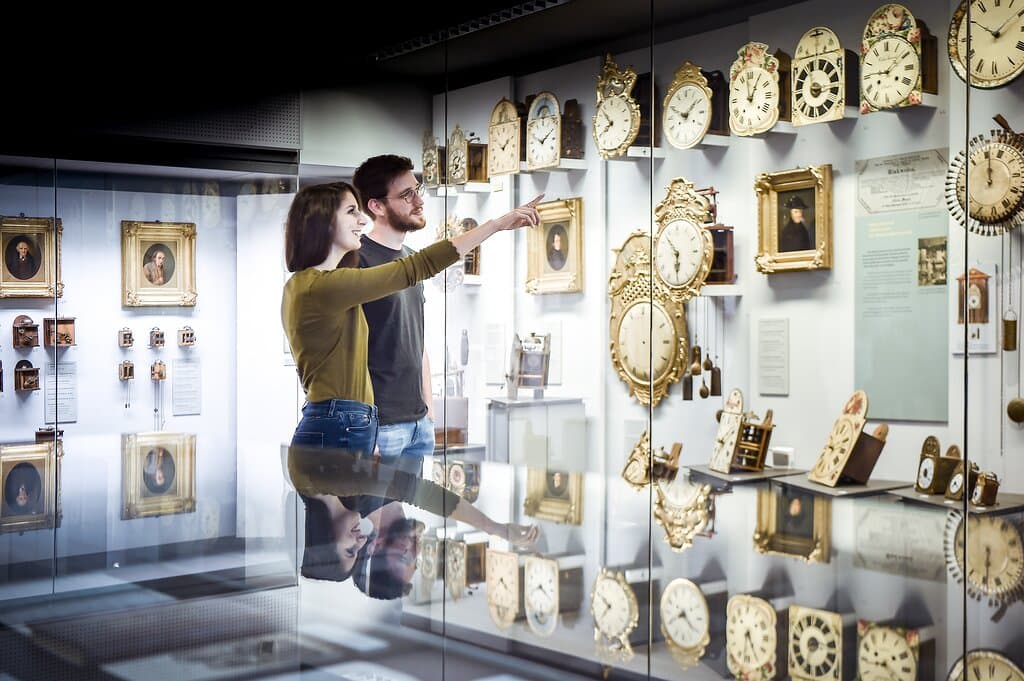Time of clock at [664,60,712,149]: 1:49
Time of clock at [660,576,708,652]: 8:21
